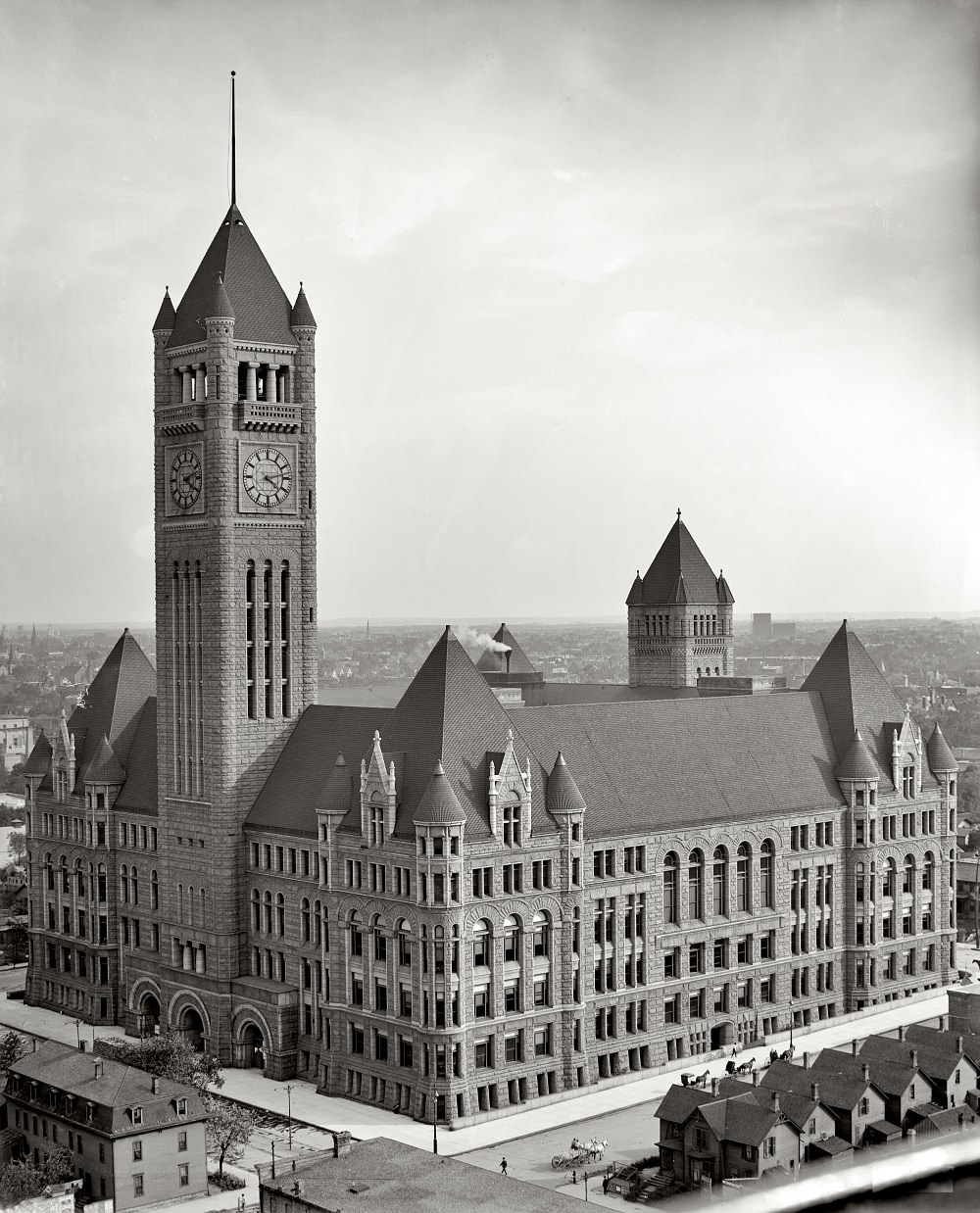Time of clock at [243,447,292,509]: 4:12
